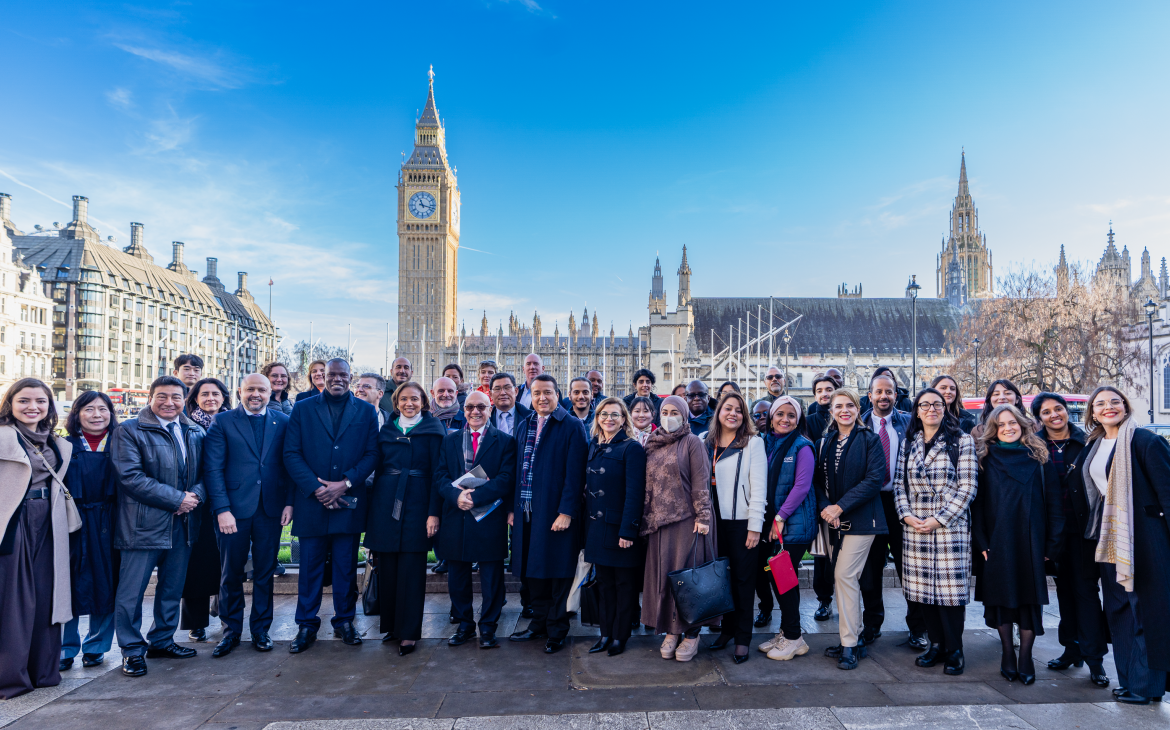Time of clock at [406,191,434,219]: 11:17
